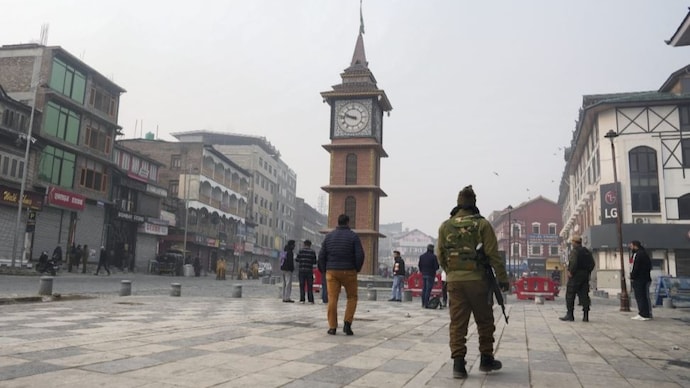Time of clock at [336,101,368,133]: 9:45
